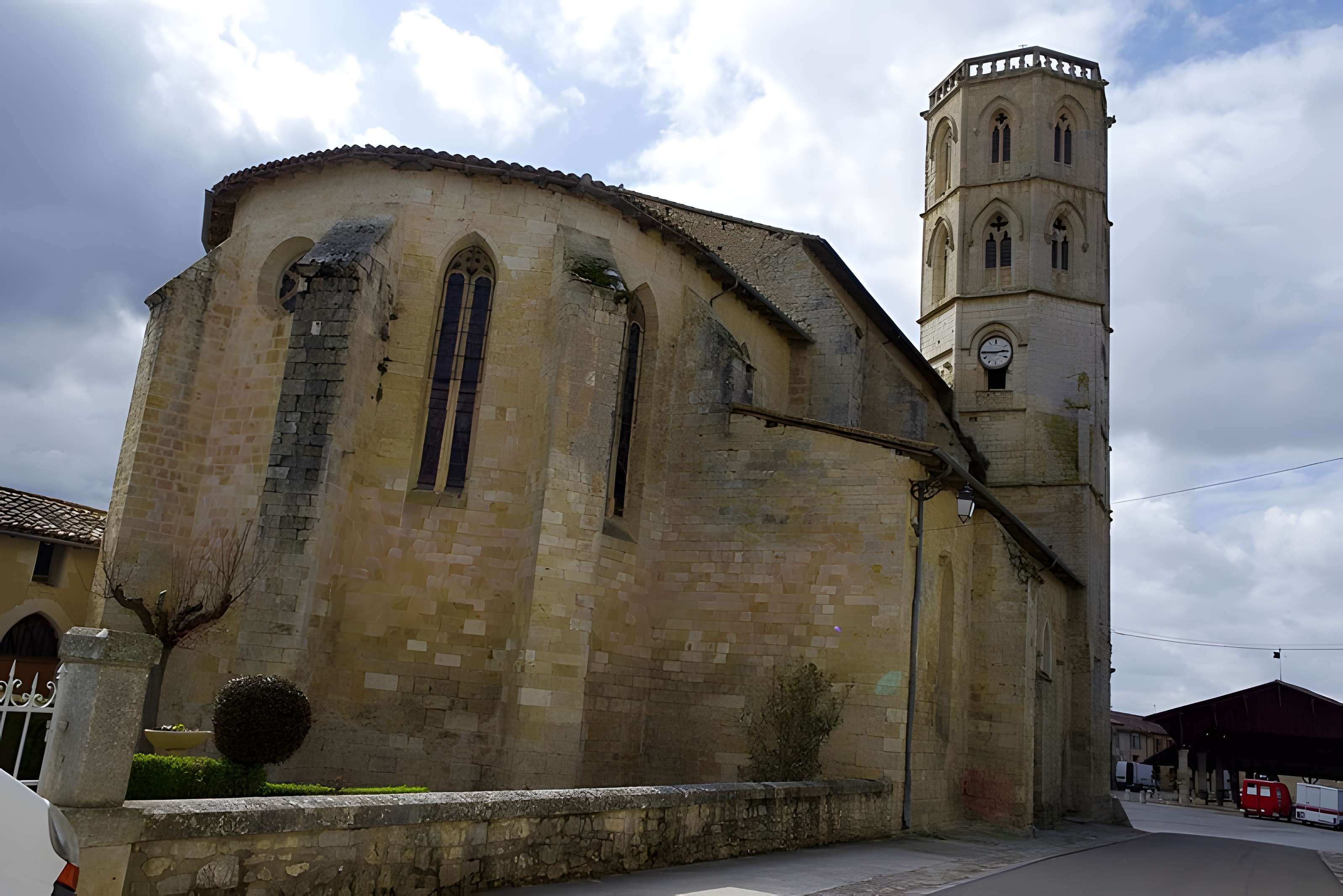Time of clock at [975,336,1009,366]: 2:45
